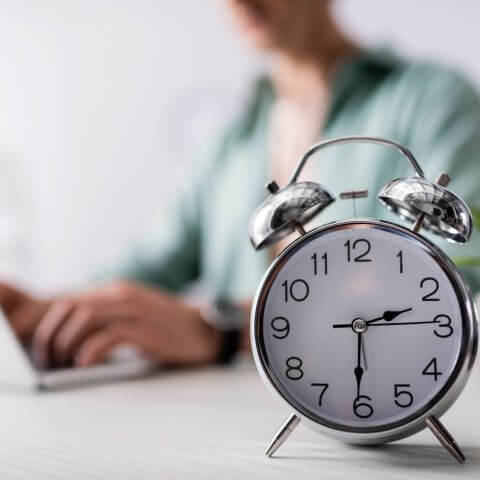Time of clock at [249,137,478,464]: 2:30
